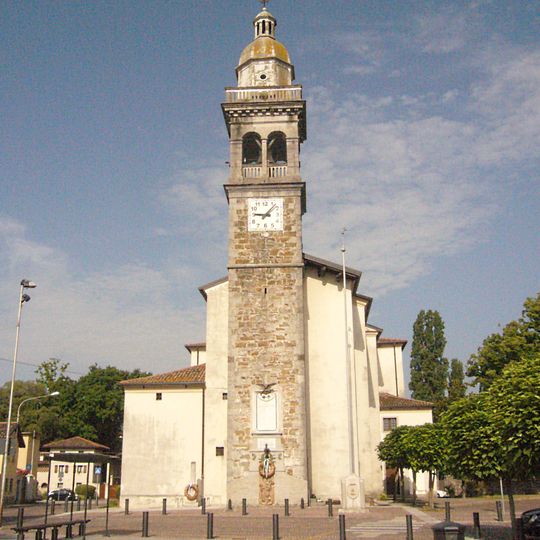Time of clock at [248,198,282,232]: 9:07
